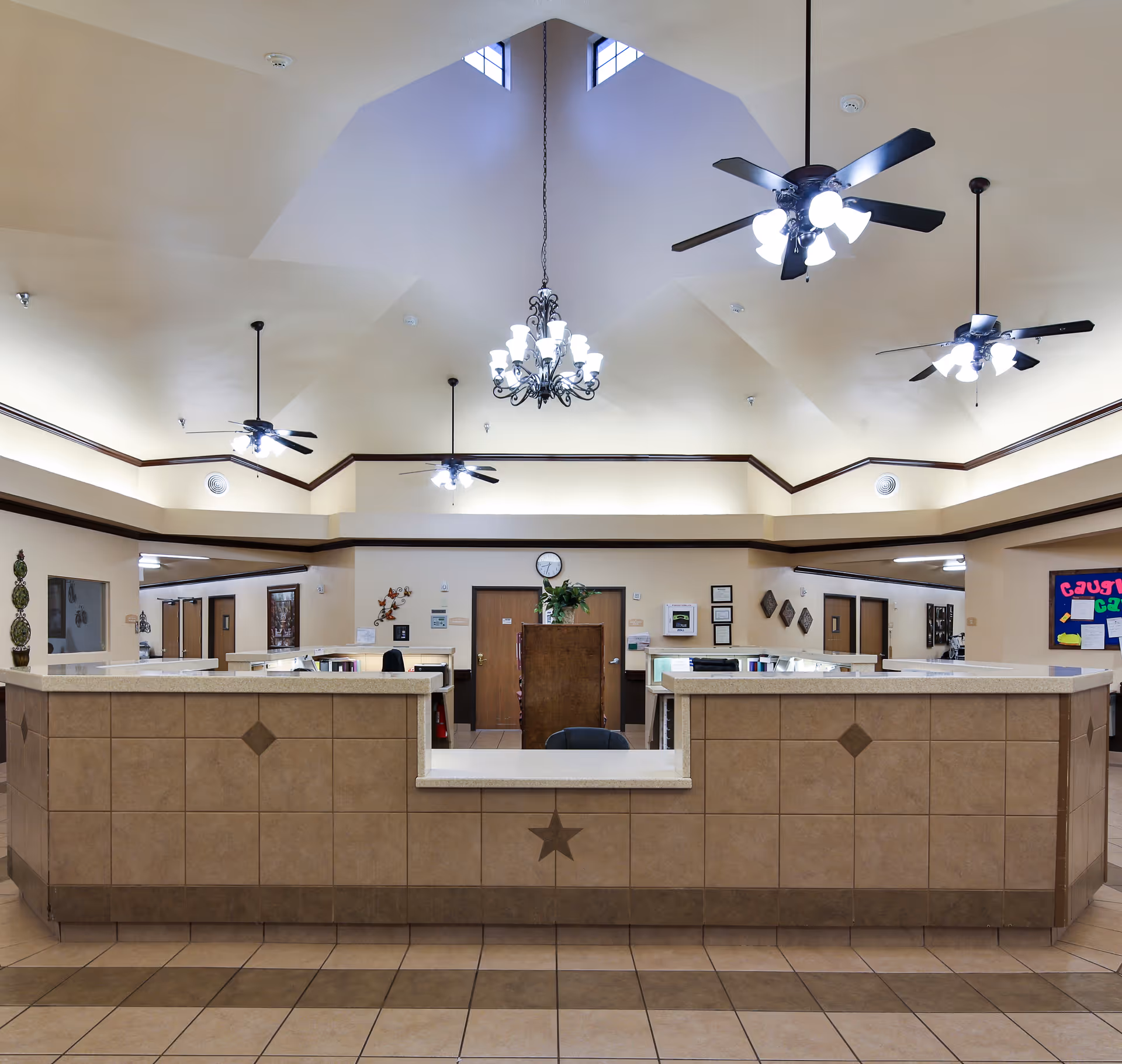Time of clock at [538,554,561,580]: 8:32
